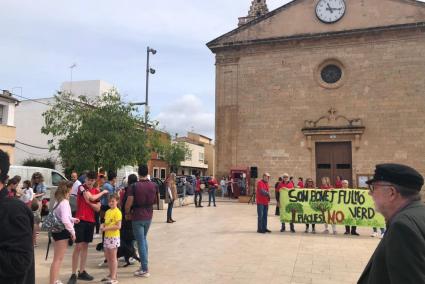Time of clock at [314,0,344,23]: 11:16
